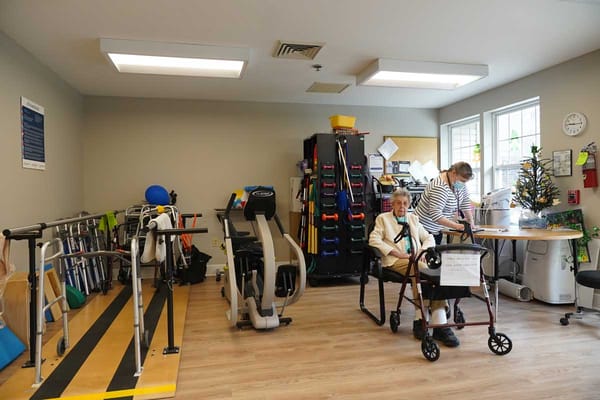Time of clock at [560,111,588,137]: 9:14
